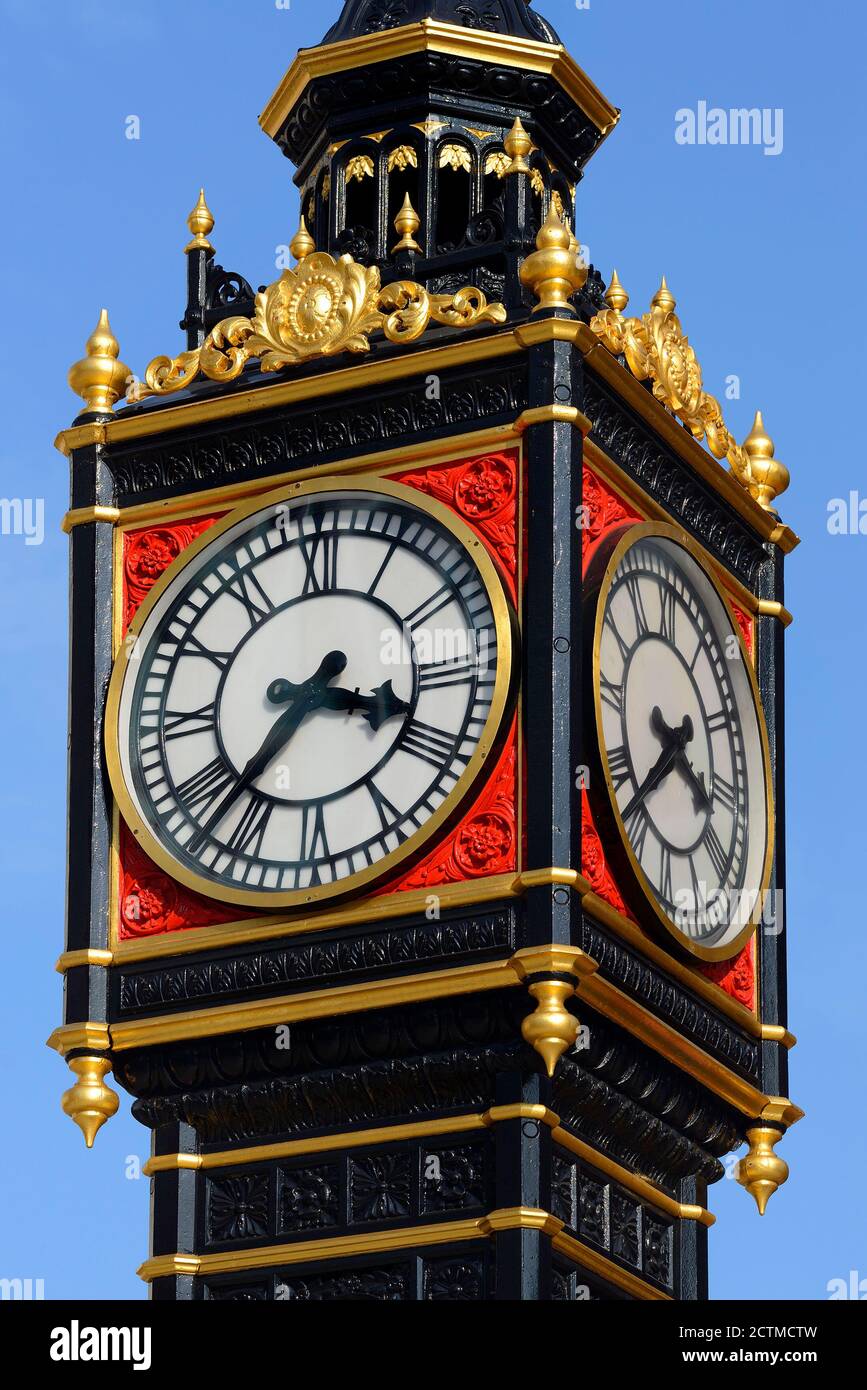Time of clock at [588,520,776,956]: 3:37
